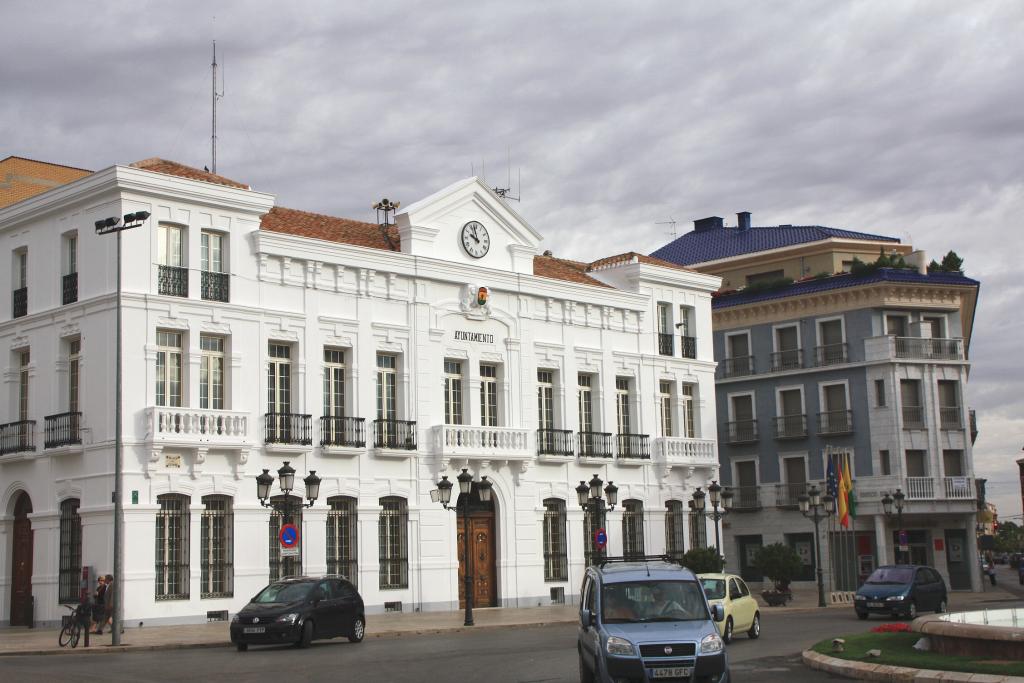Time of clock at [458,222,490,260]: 9:57
